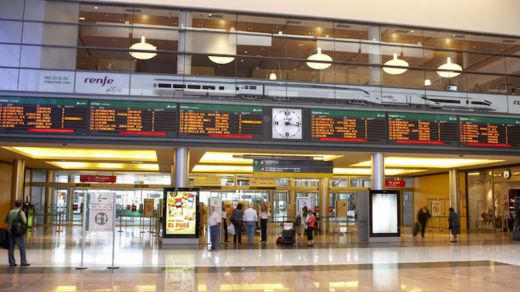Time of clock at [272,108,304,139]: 1:16
